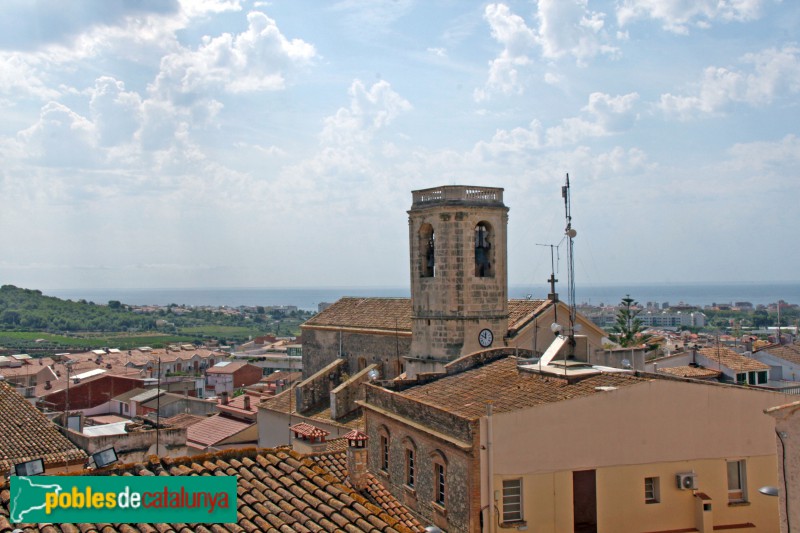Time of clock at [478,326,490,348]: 11:49
